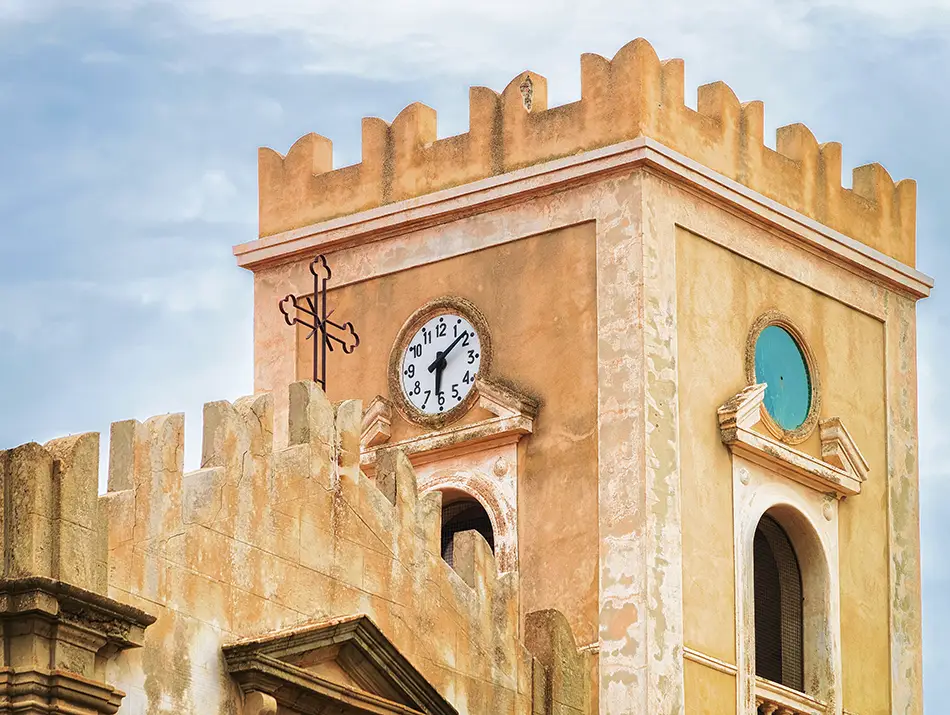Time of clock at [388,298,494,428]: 6:08
